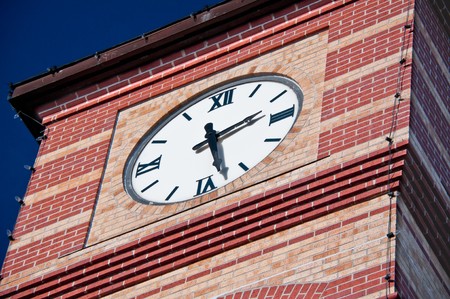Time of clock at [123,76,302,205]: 2:27
